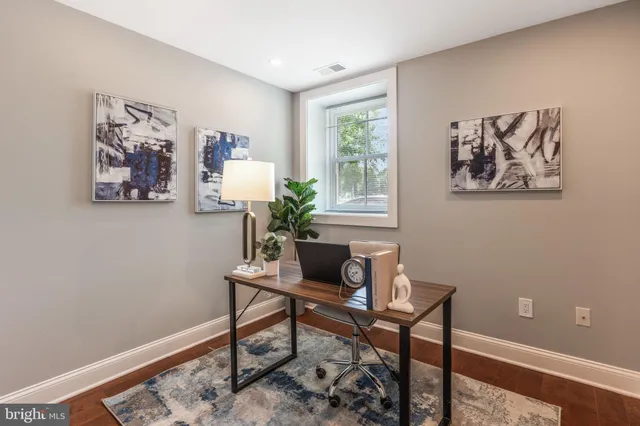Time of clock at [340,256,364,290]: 8:38
